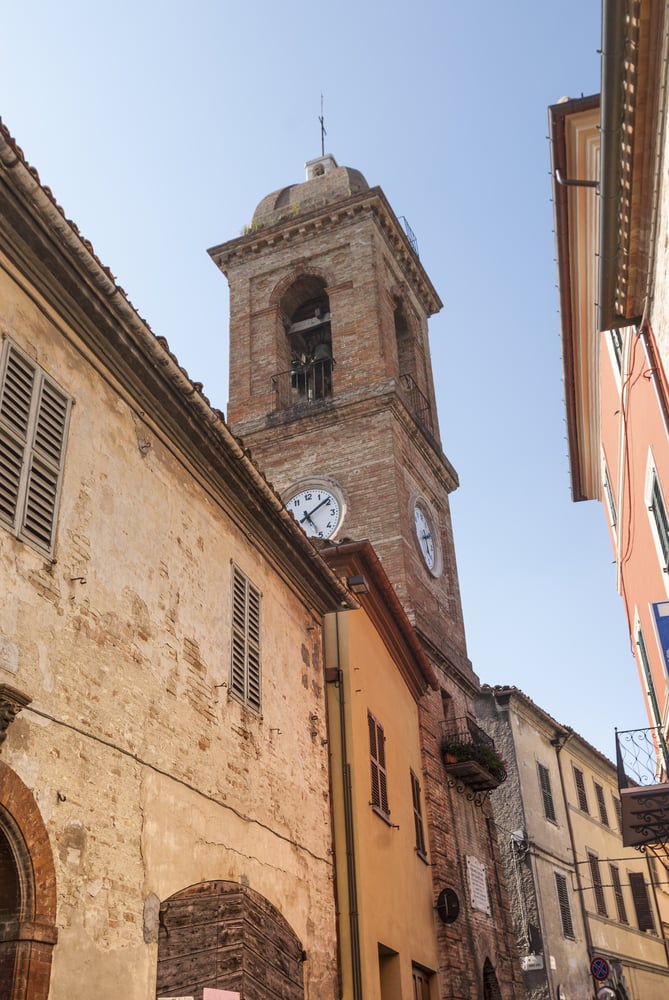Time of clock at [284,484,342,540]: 5:08
